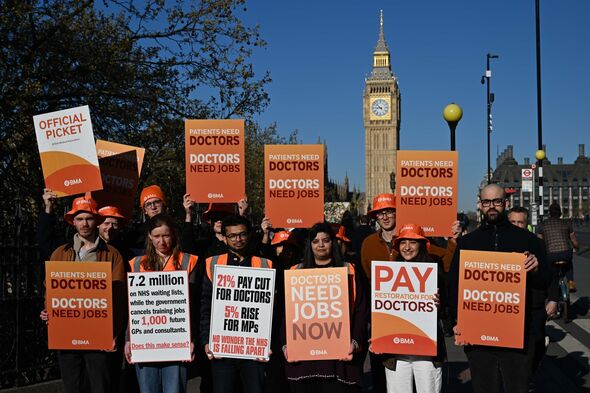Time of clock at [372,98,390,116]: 8:52
